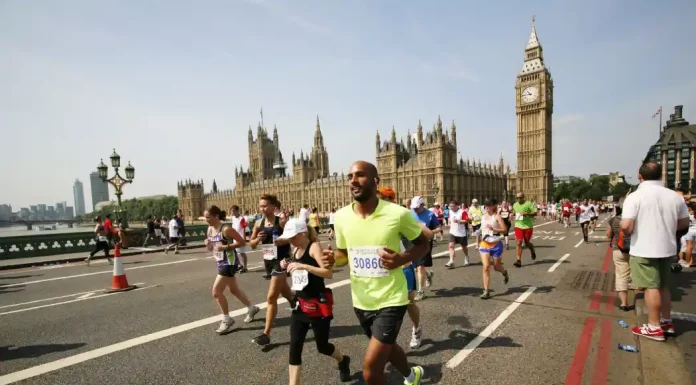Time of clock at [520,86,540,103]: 10:45
